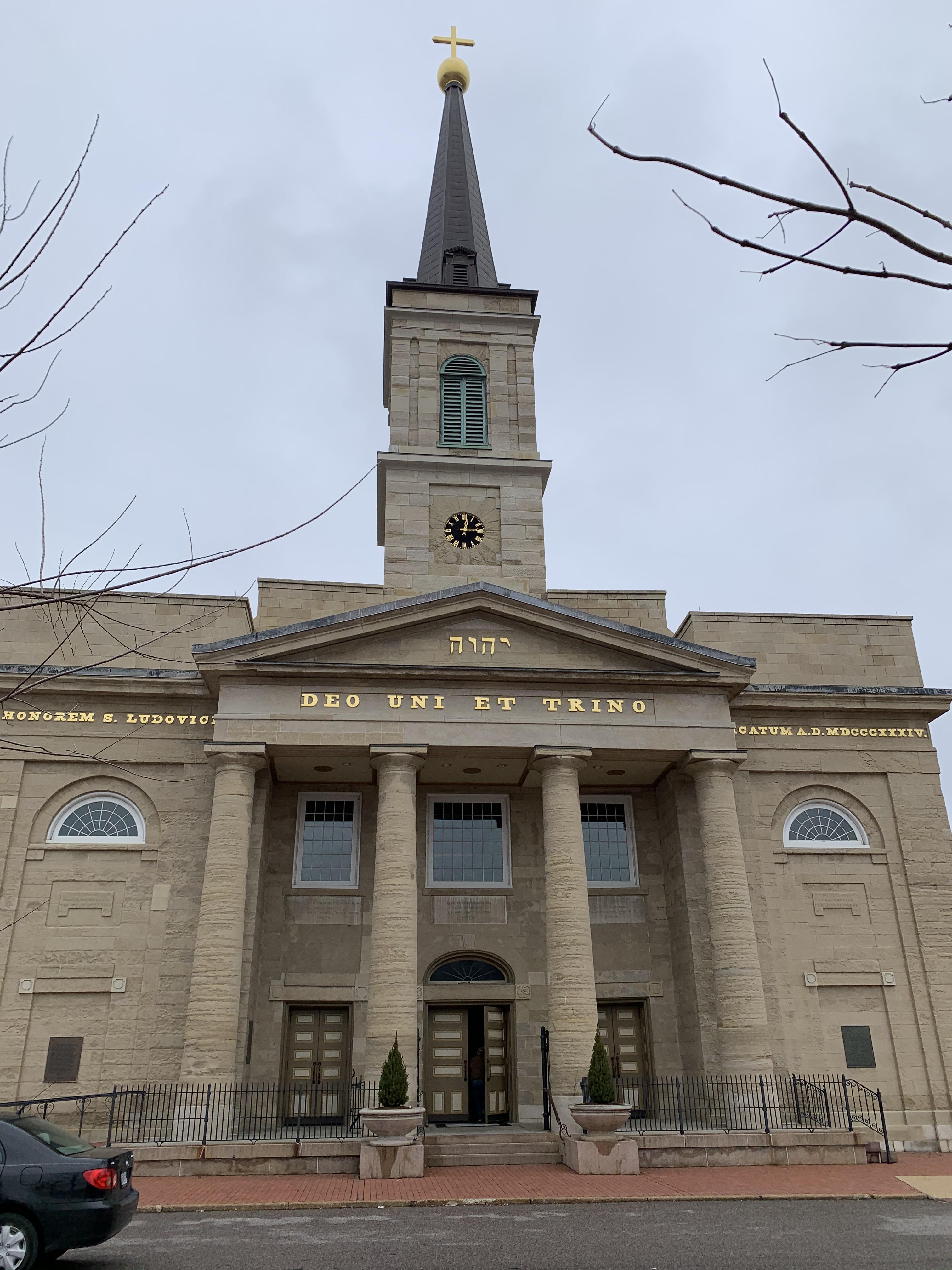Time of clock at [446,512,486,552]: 12:14
